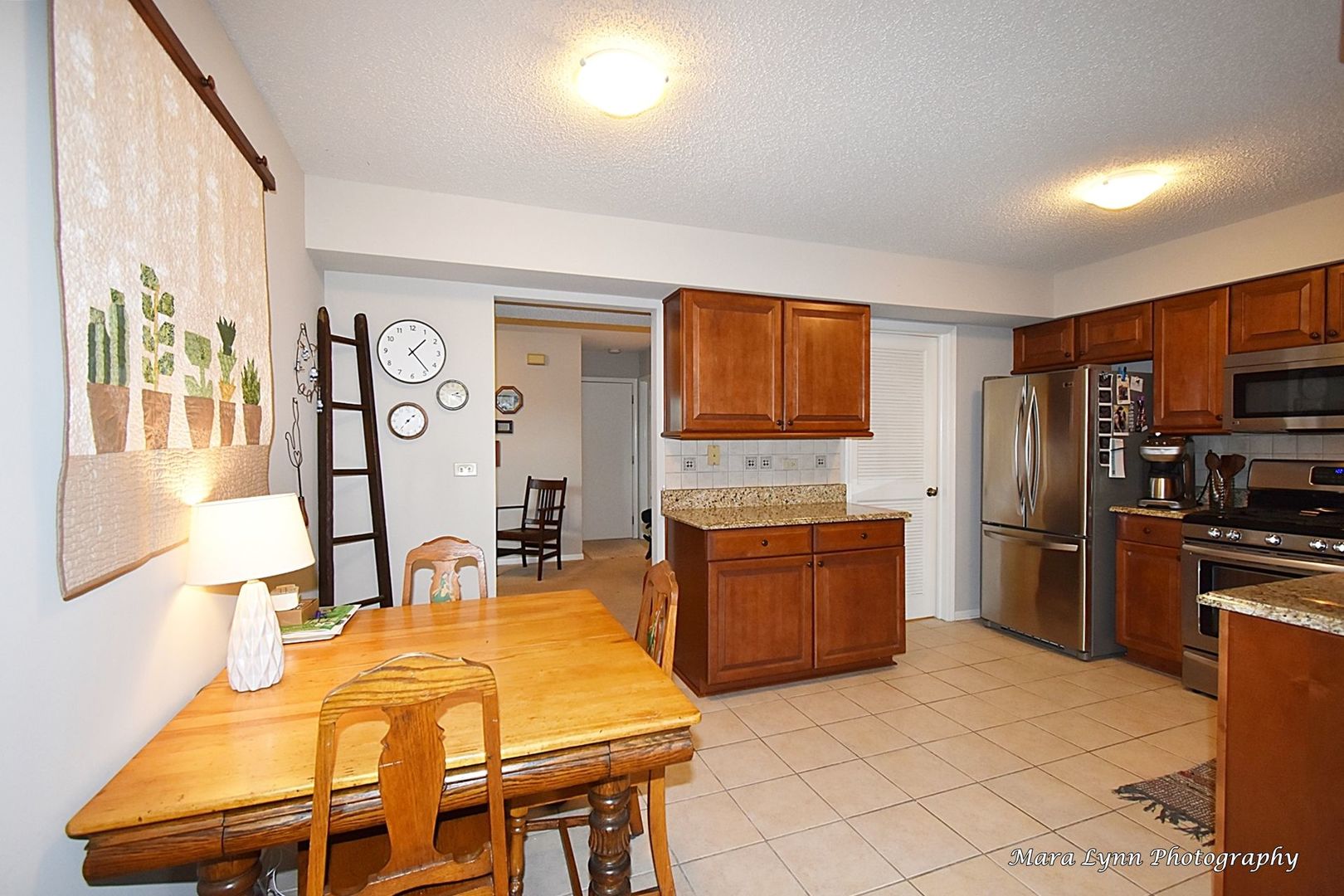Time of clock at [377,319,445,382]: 1:23
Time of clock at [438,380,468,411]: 2:17
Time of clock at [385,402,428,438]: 1:36
